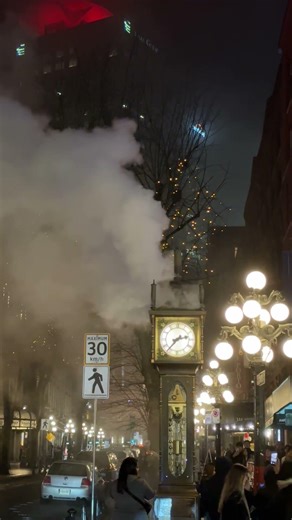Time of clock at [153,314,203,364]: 2:36
